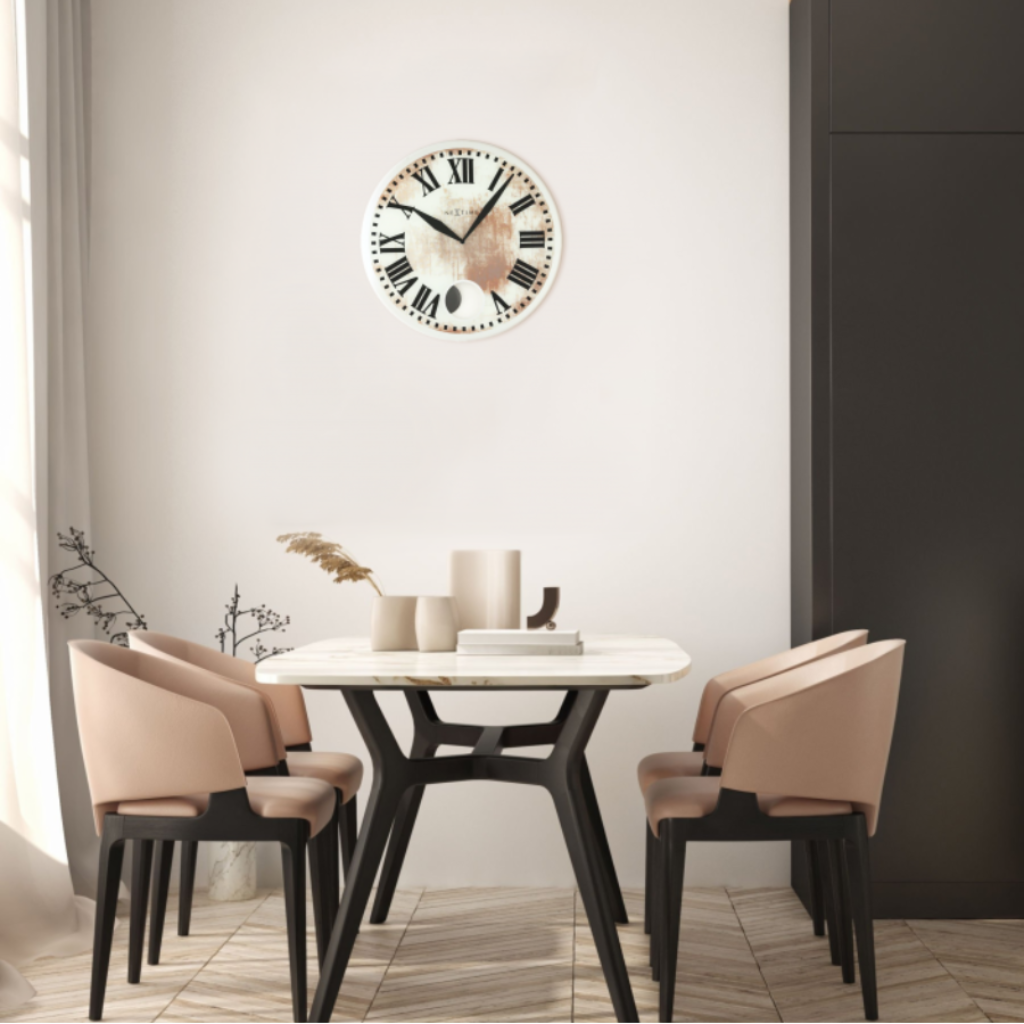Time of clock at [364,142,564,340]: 10:06
